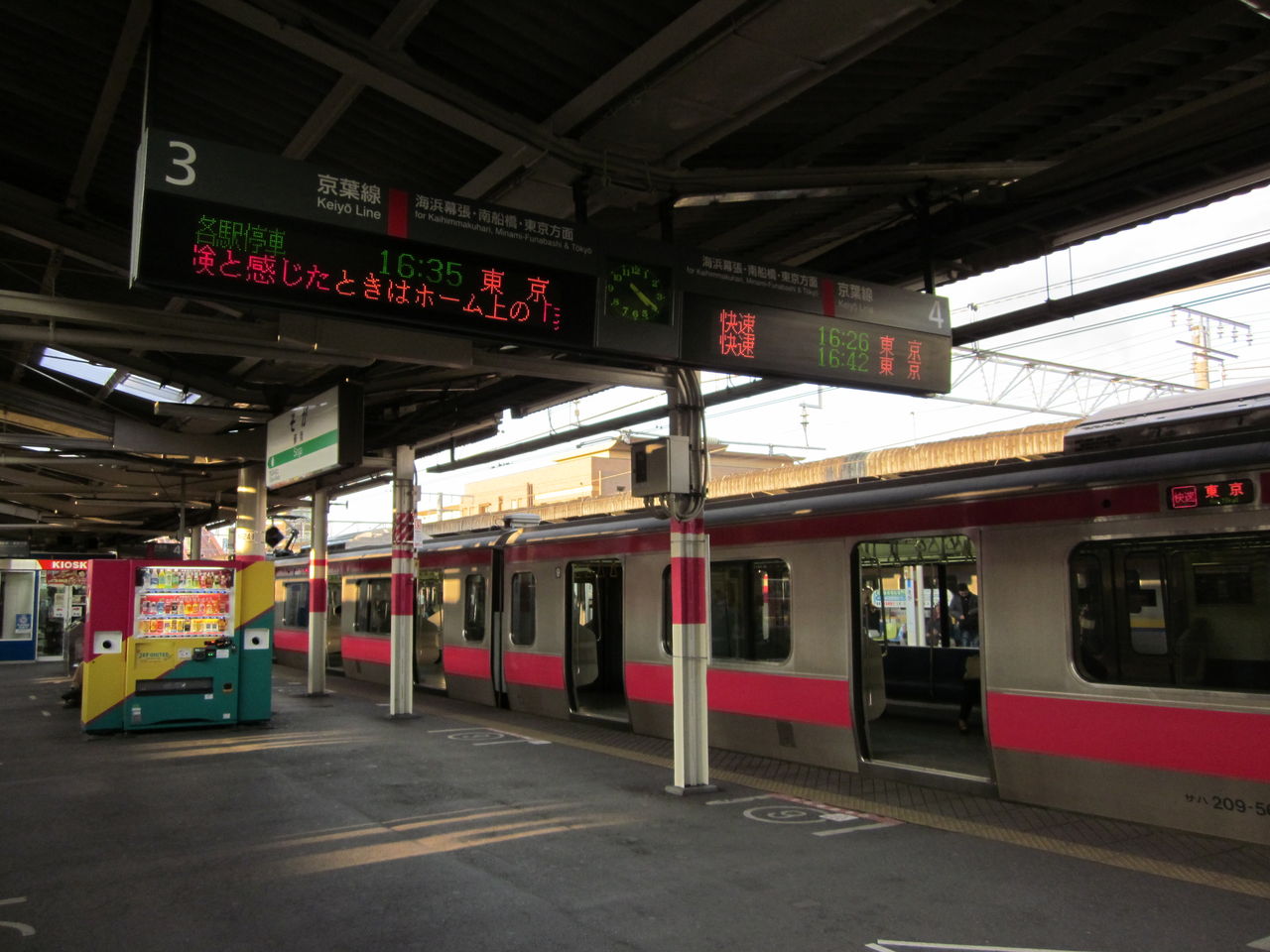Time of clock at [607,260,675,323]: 4:20
